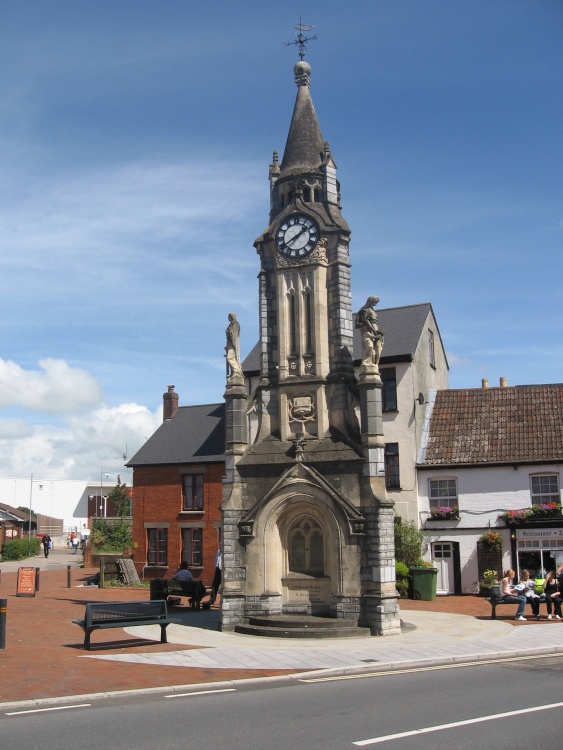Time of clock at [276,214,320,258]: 1:39
